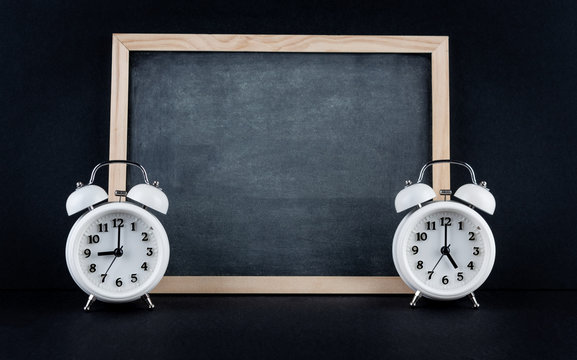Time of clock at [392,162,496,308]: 5:00
